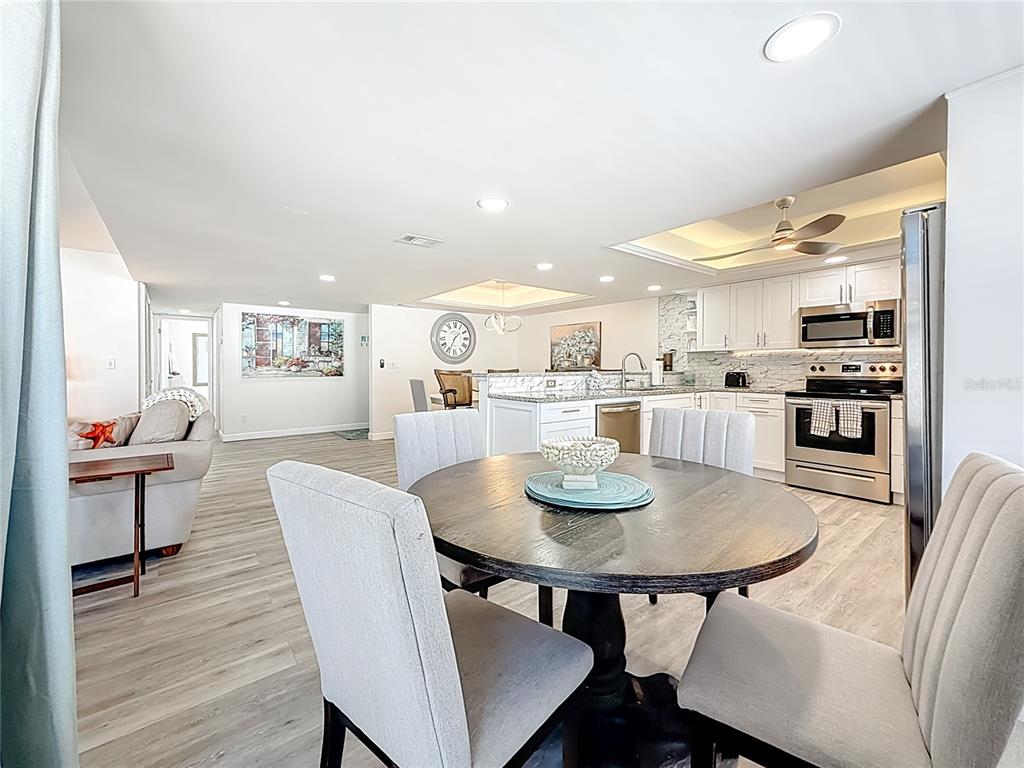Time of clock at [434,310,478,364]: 1:34
